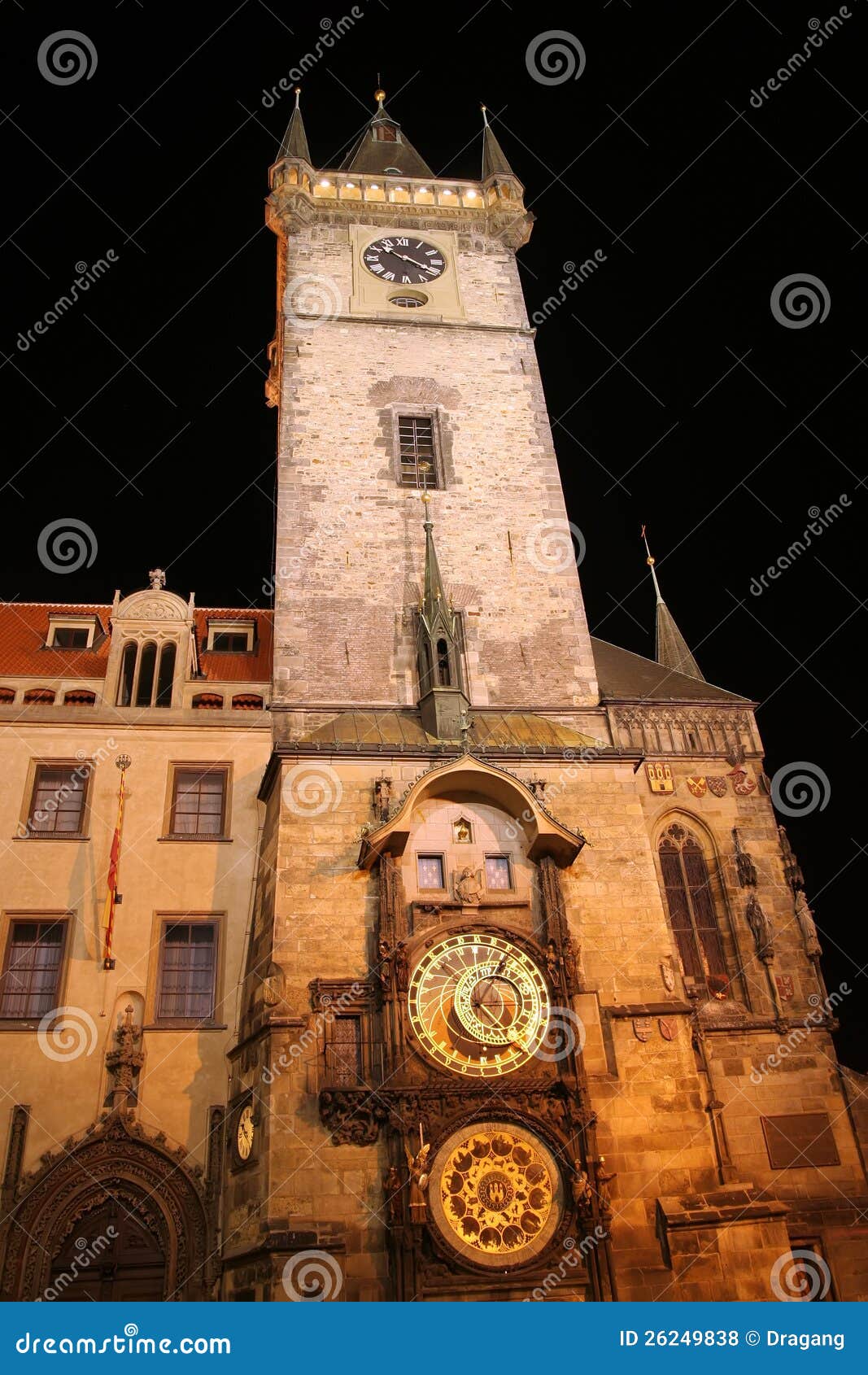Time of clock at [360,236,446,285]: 10:20
